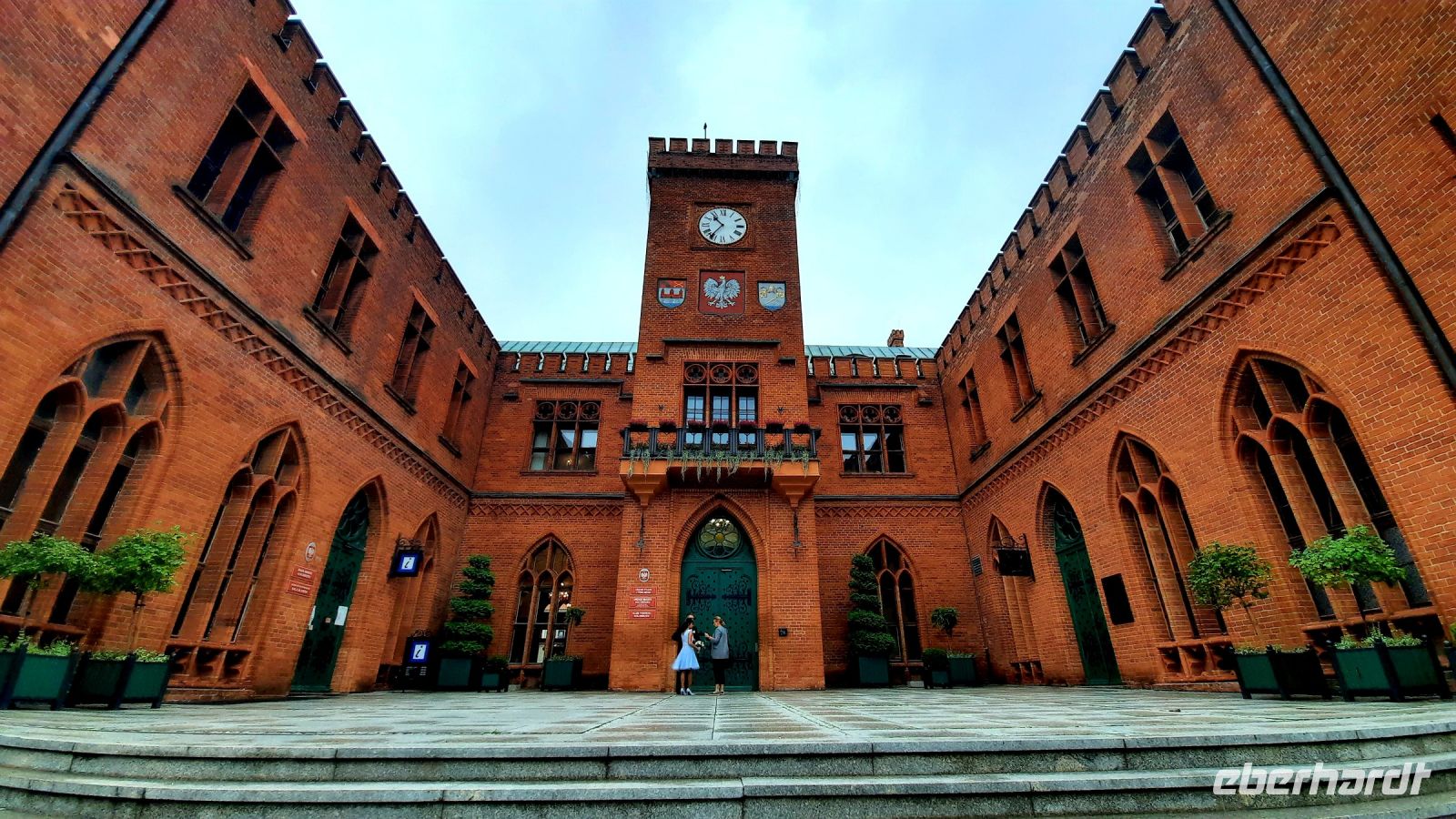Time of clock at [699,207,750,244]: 10:36
